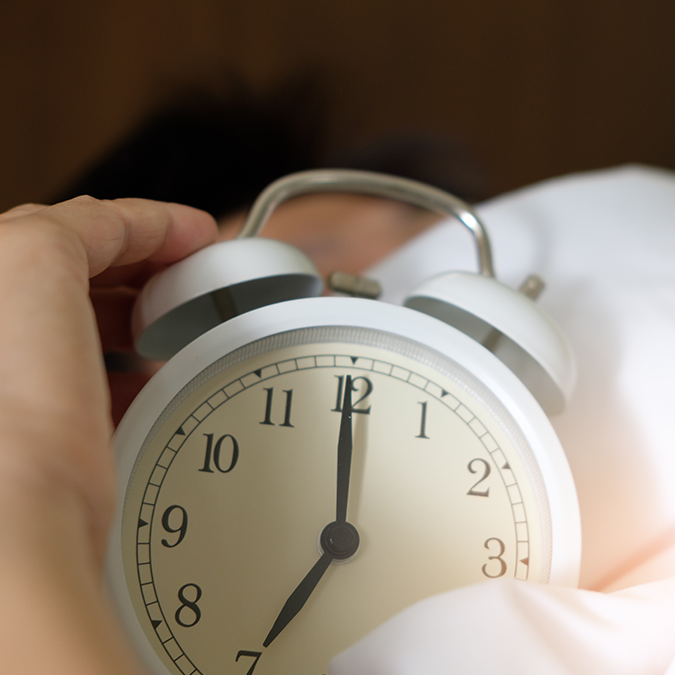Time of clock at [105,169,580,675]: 7:00
